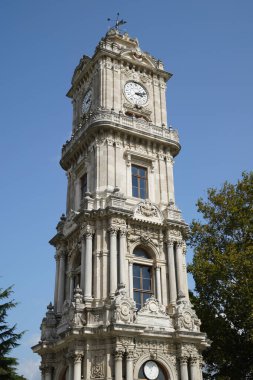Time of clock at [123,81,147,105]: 3:12
